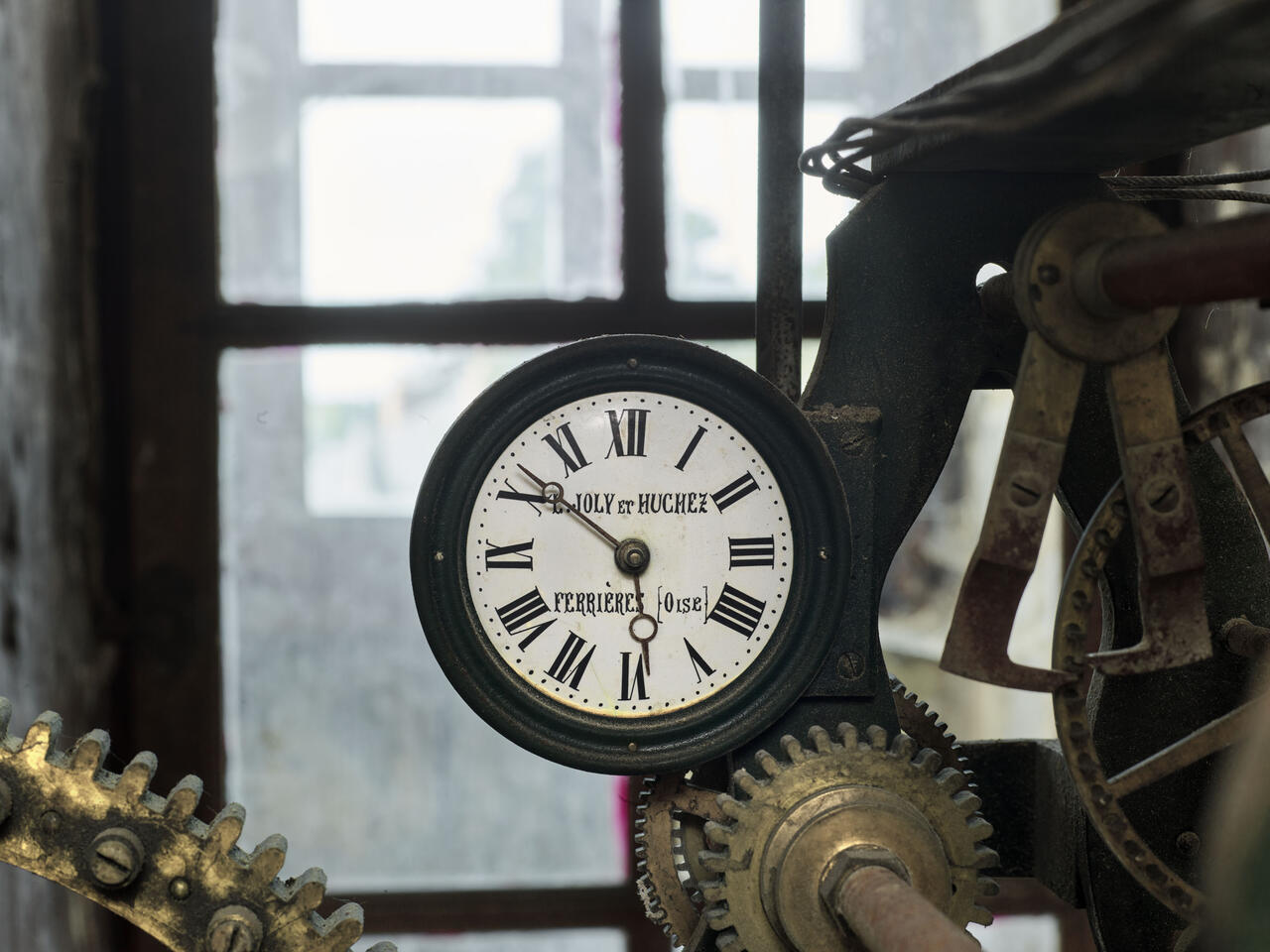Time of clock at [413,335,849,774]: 5:51
